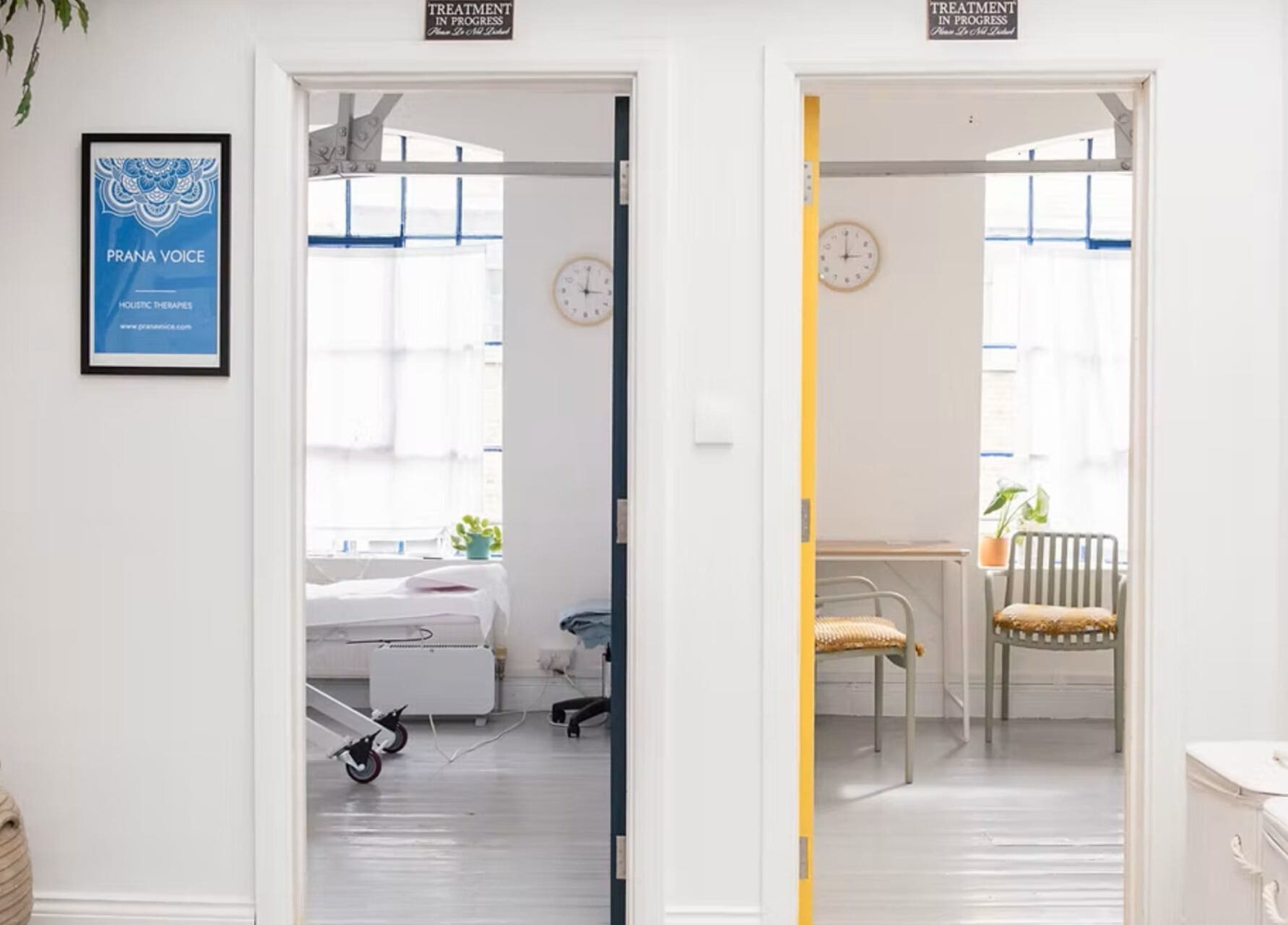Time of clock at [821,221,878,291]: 3:00
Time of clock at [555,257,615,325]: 3:00
